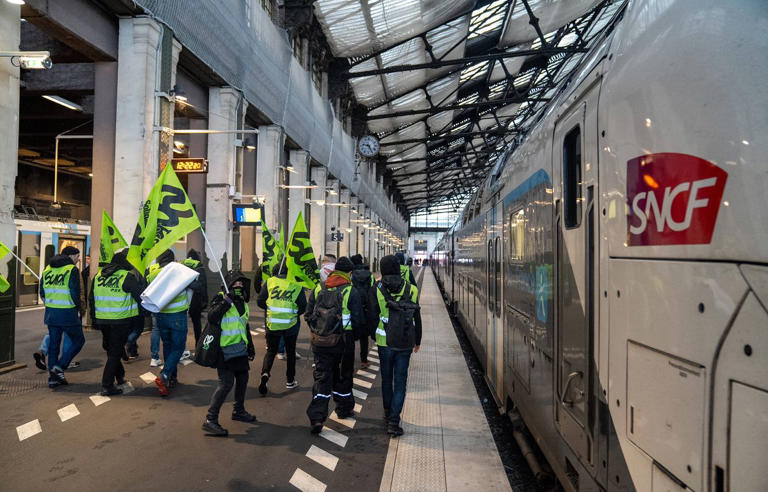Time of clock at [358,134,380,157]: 9:25
